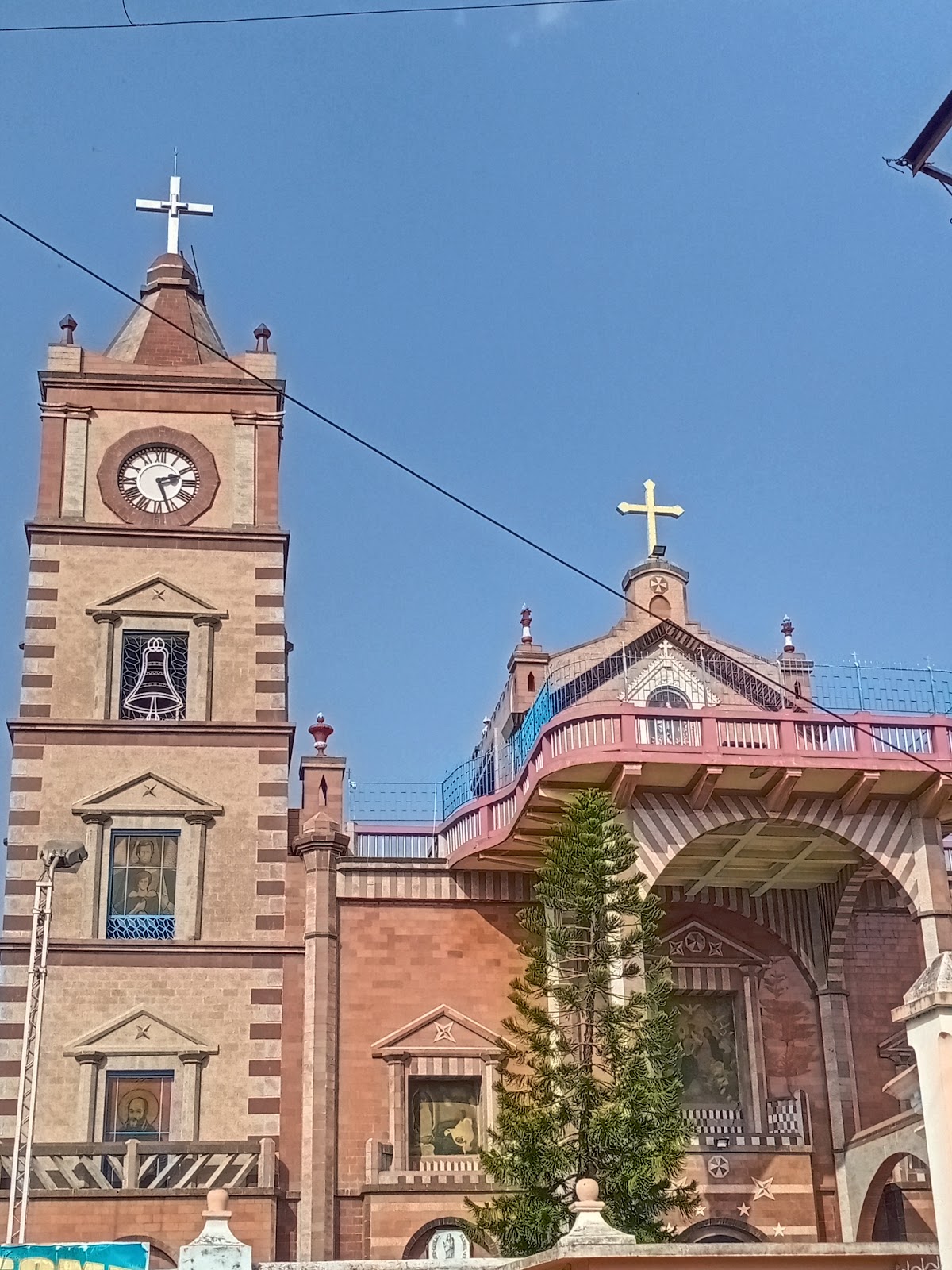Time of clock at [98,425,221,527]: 2:26
